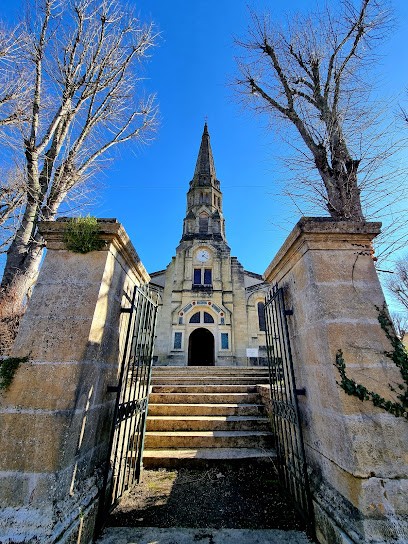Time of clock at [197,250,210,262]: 1:21
